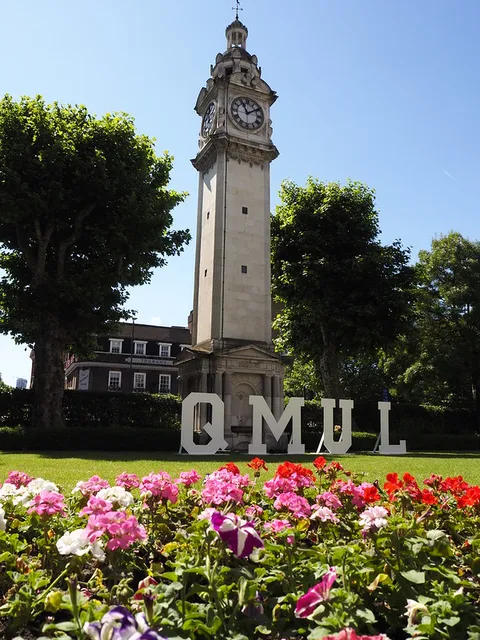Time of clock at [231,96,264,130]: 11:09
